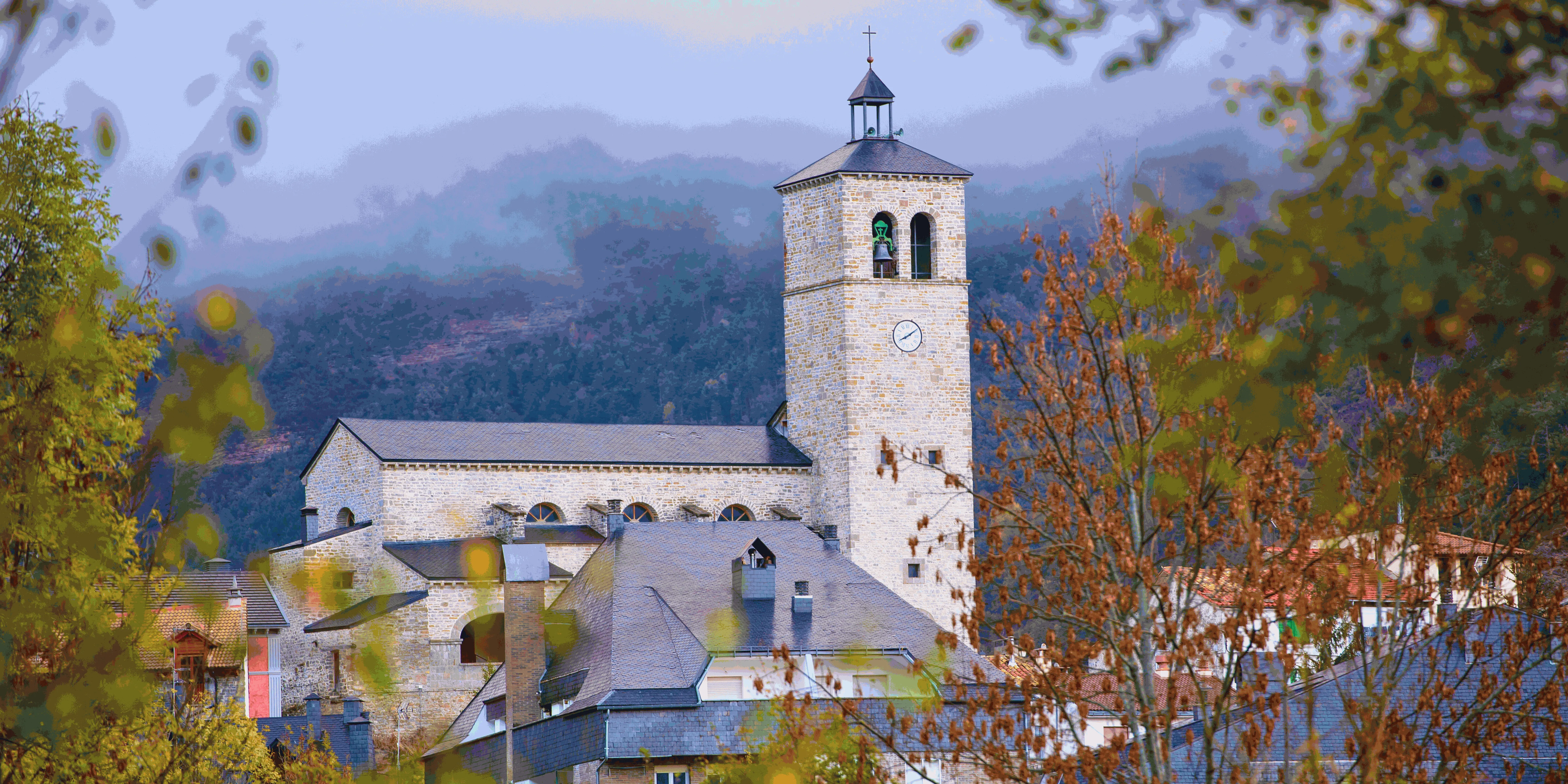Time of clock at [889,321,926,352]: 8:09
